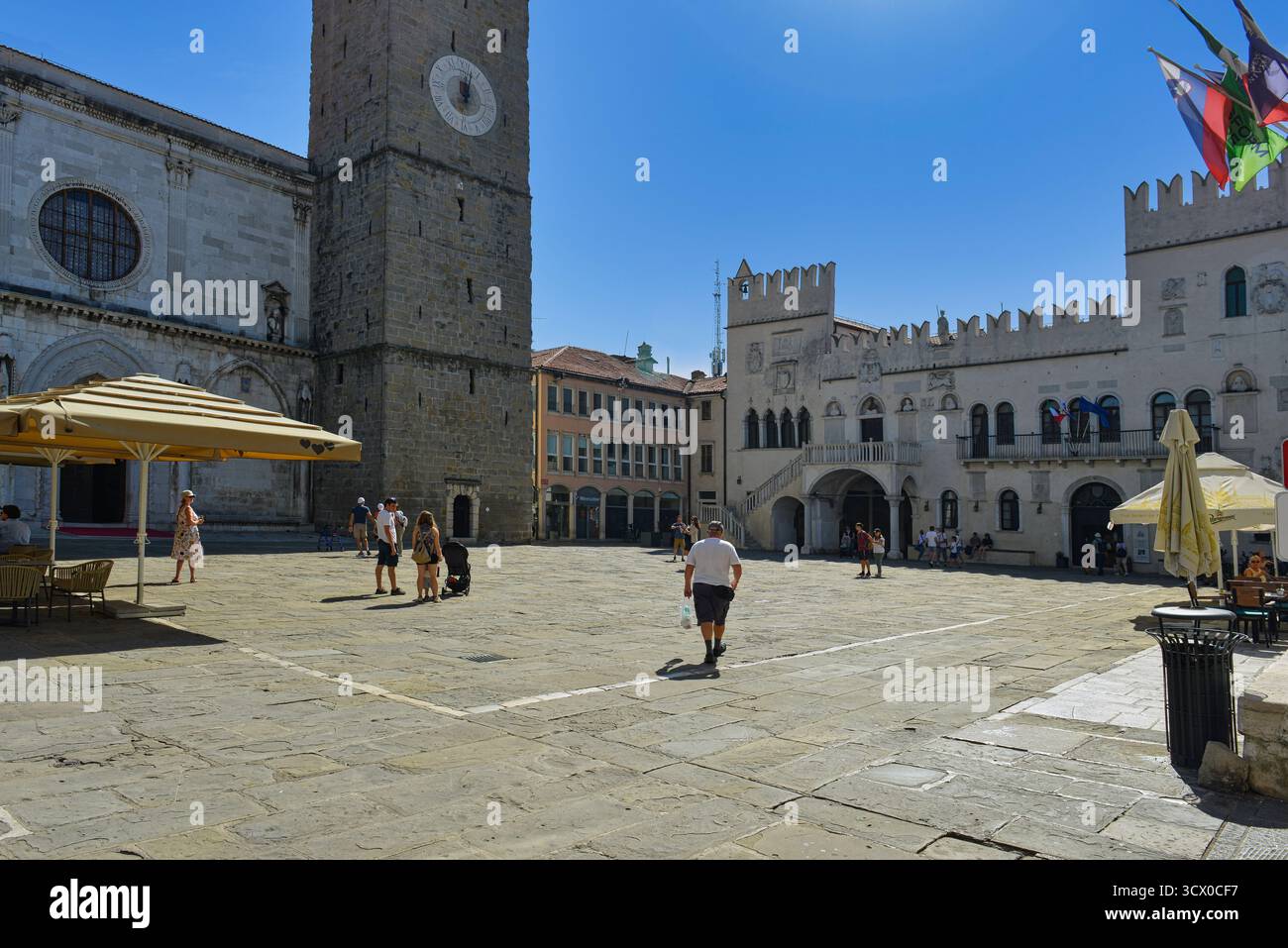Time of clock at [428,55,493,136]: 12:02
